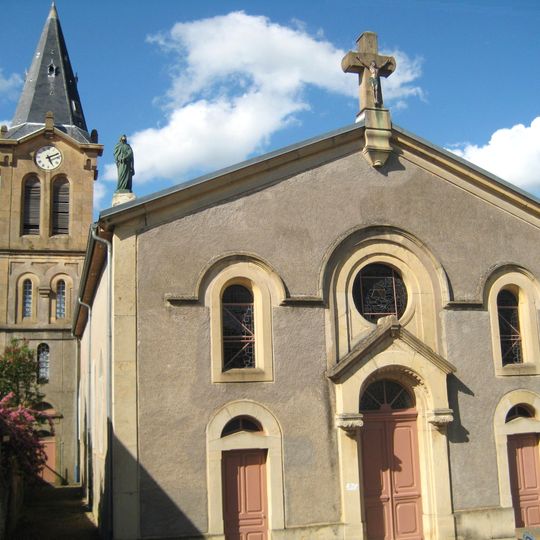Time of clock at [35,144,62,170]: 5:11
